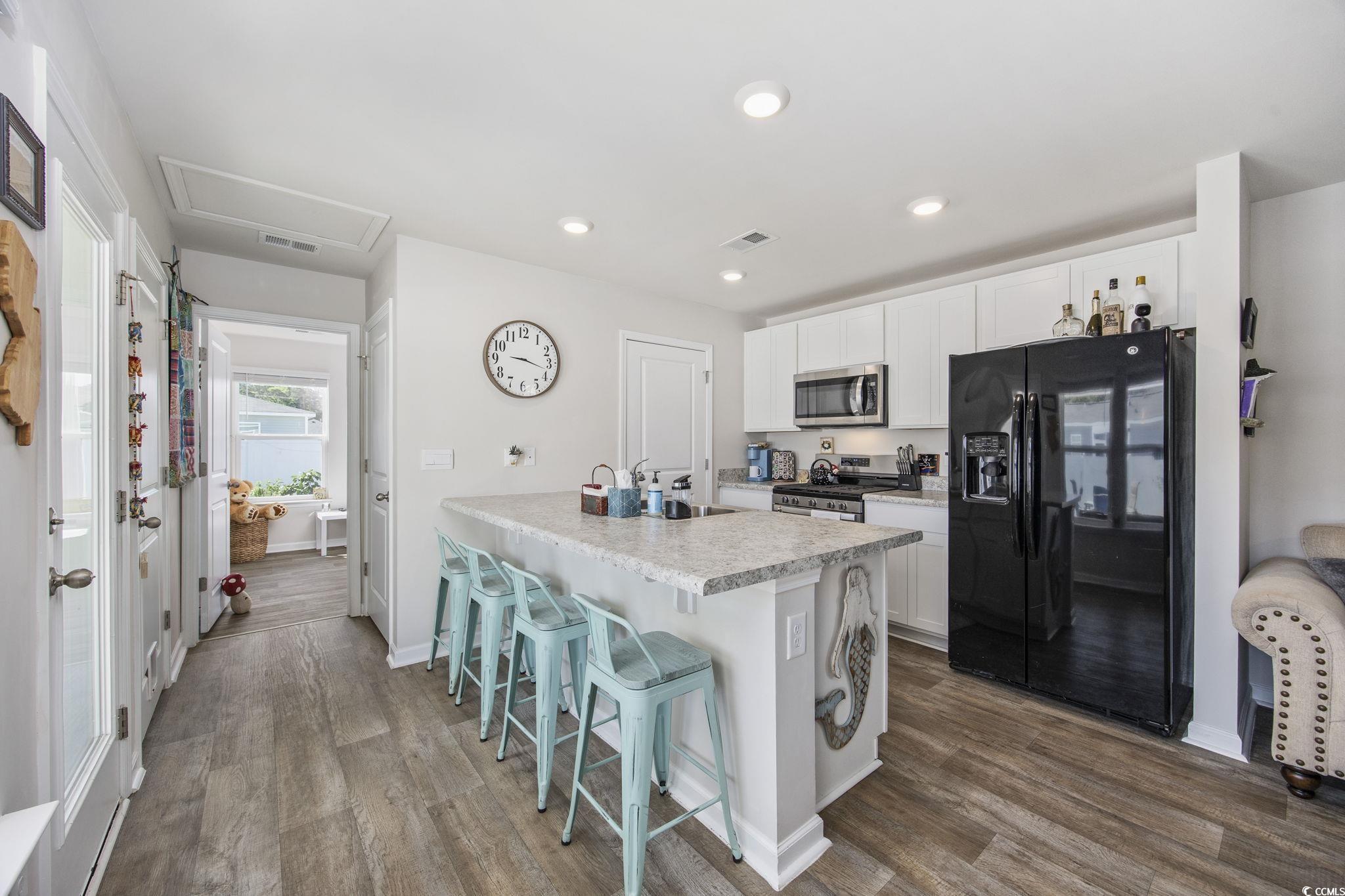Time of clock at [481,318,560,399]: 9:17
